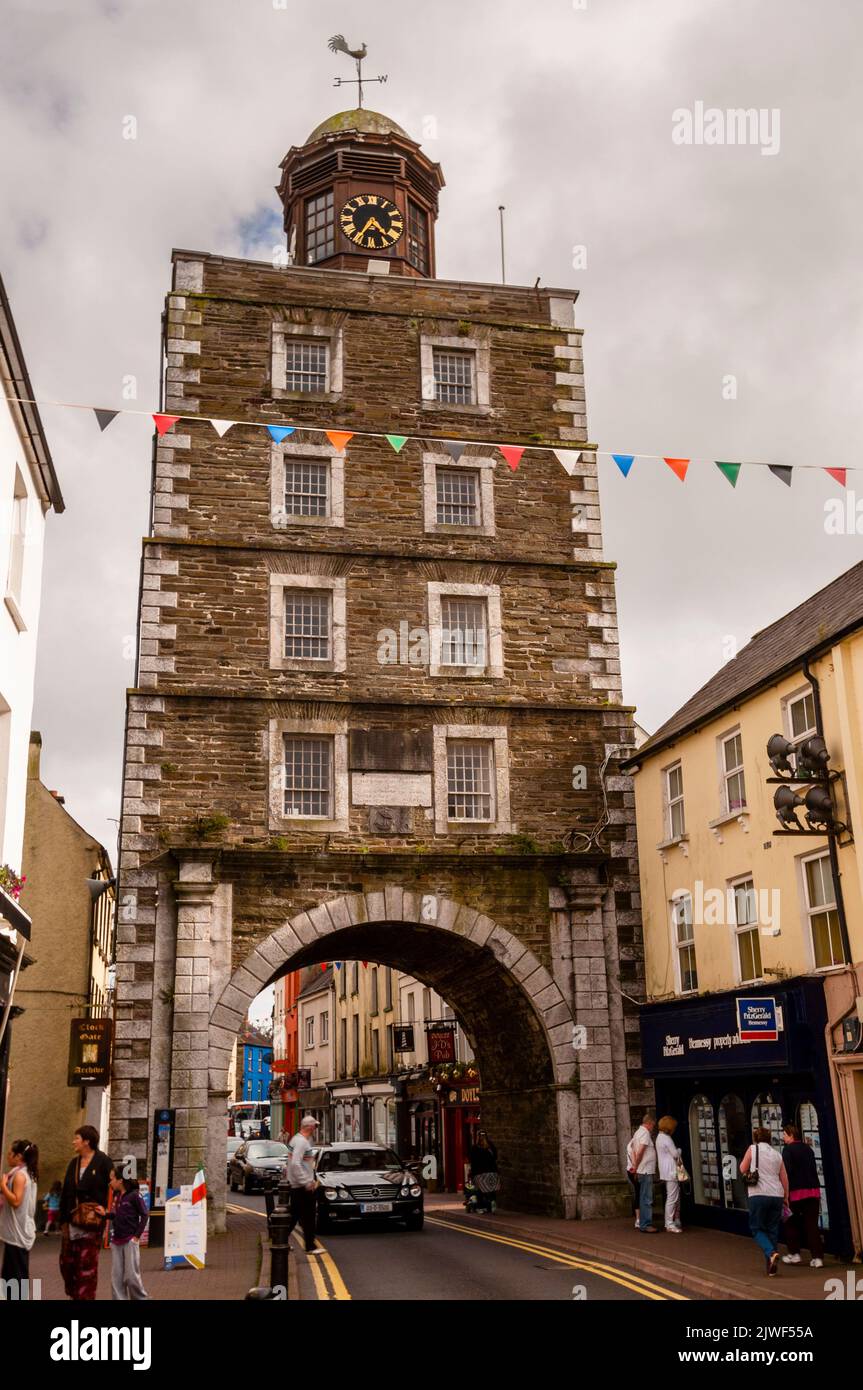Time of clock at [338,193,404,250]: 4:35
